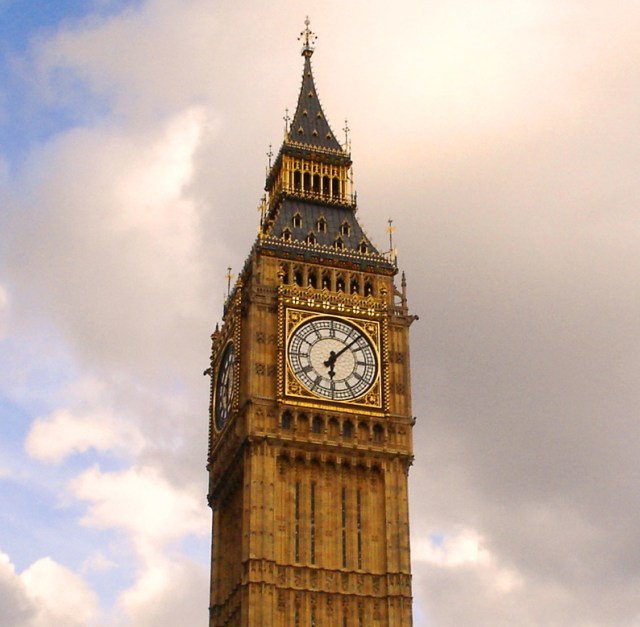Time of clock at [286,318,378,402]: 6:07
